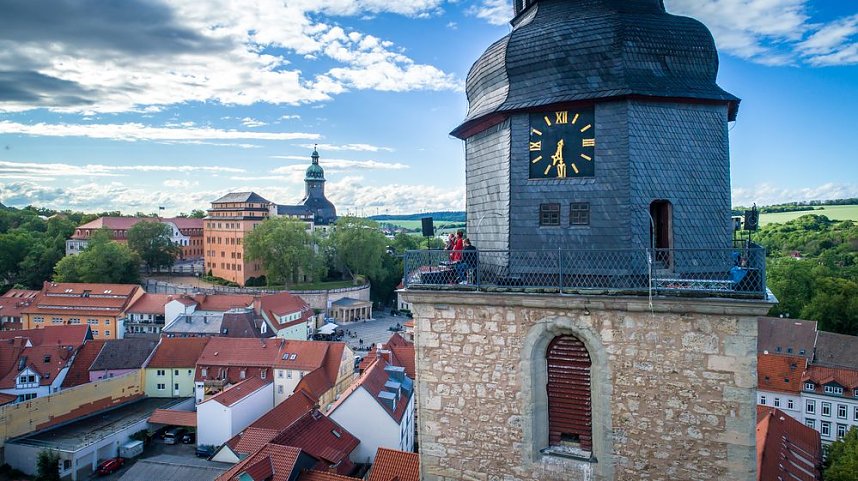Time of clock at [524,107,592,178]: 6:29
